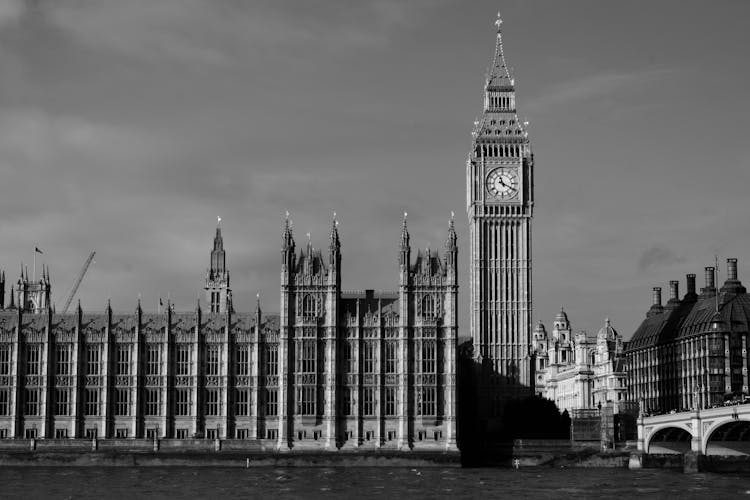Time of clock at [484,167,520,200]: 11:19
